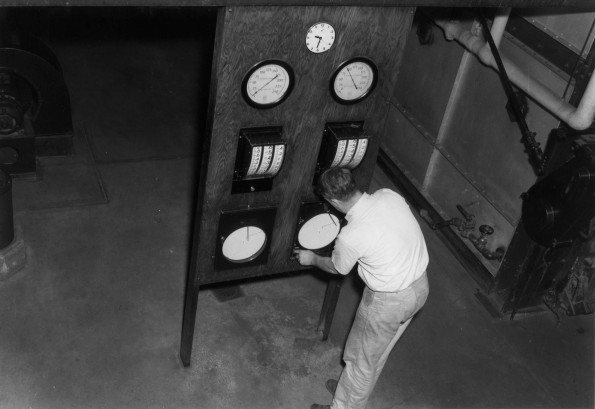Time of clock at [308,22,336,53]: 9:31
